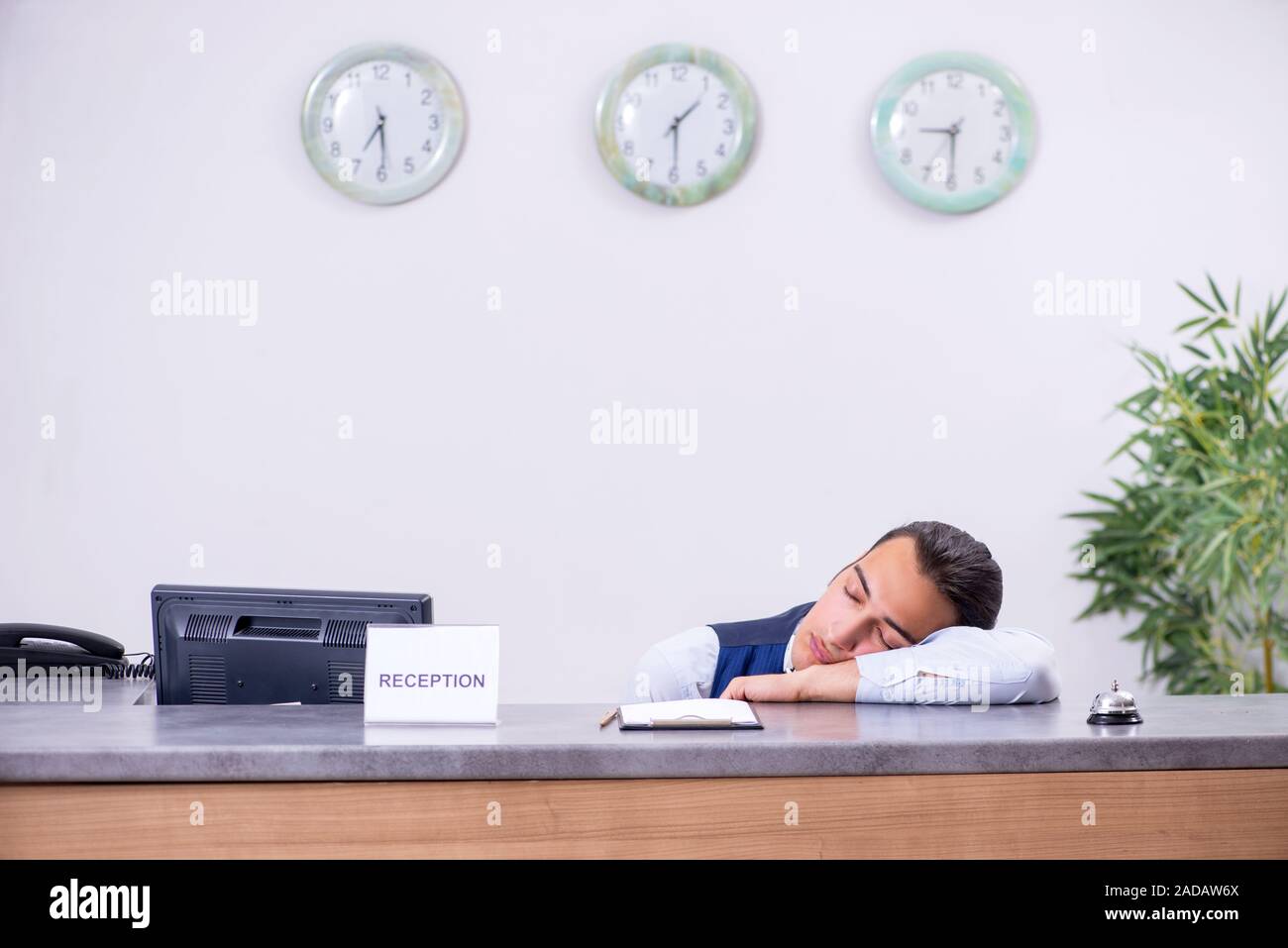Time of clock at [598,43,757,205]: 1:29
